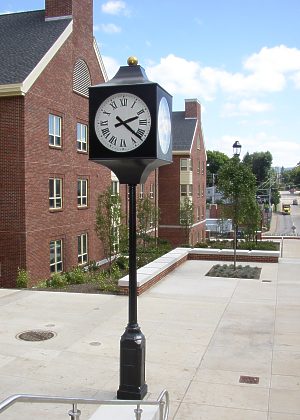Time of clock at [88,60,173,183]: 2:21
